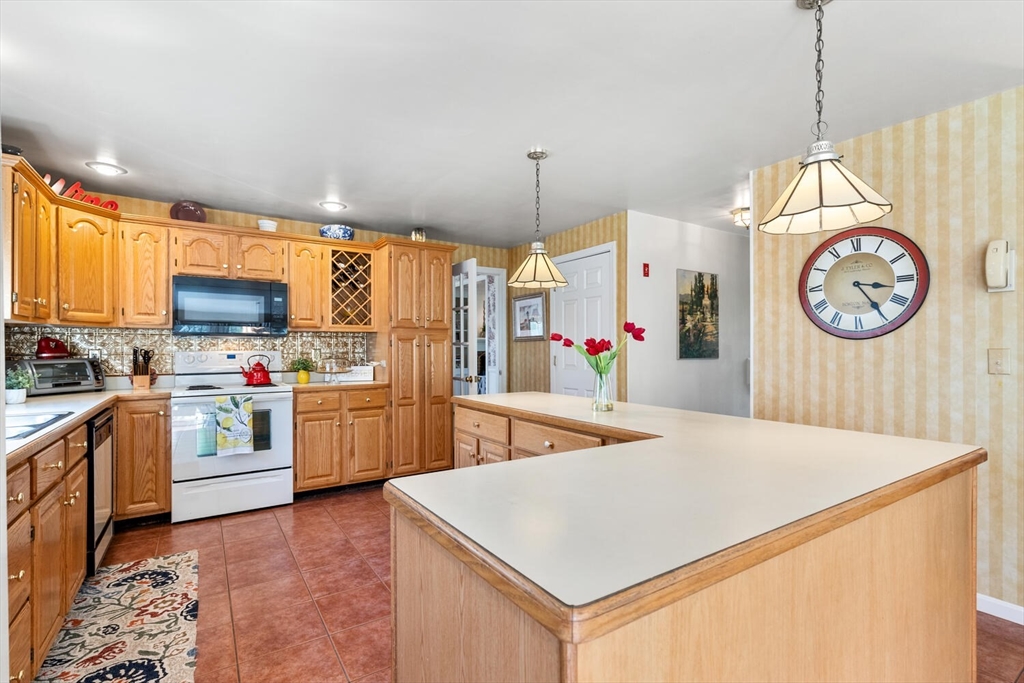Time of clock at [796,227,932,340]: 3:24
